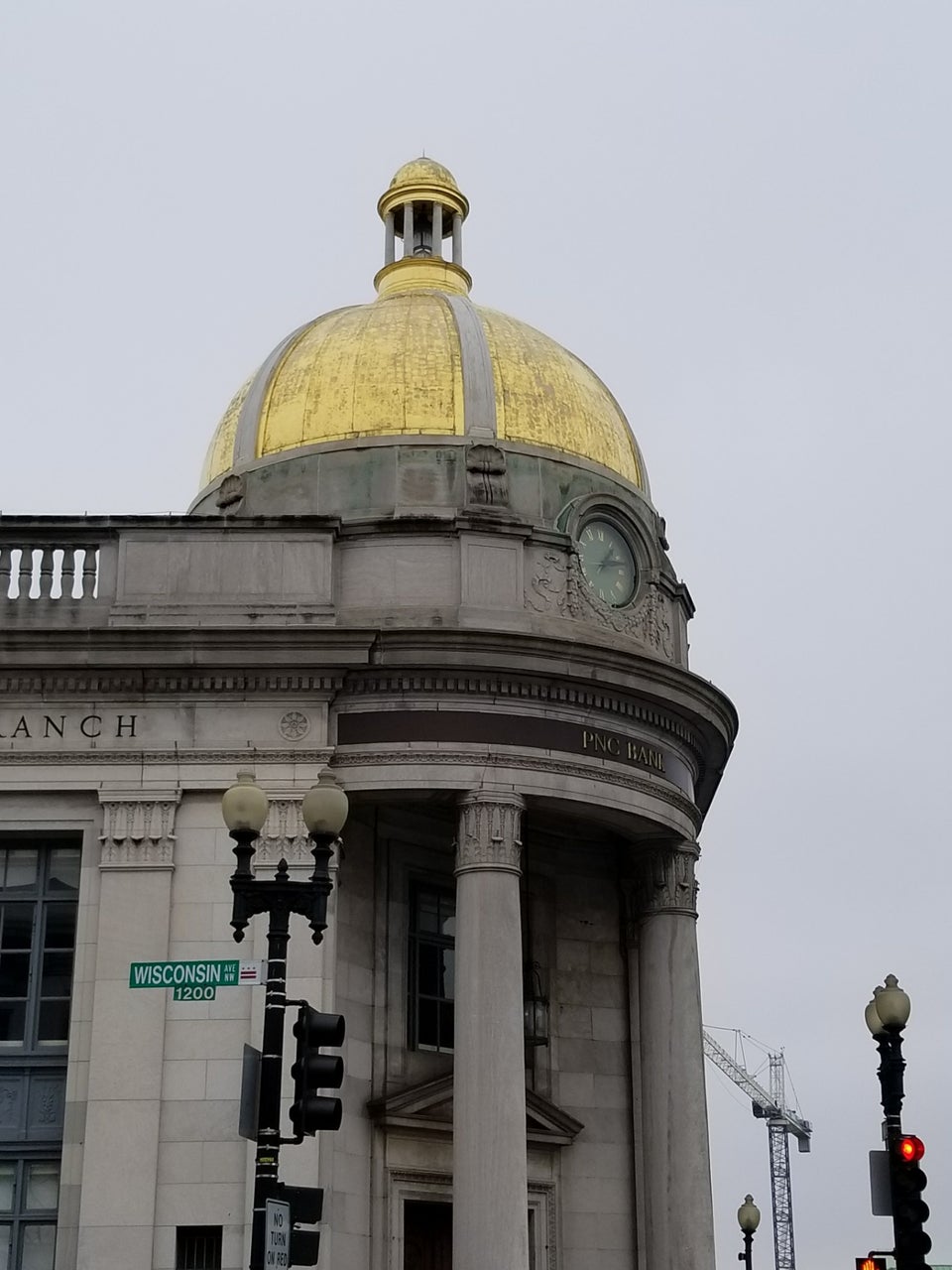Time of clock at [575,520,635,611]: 1:12
